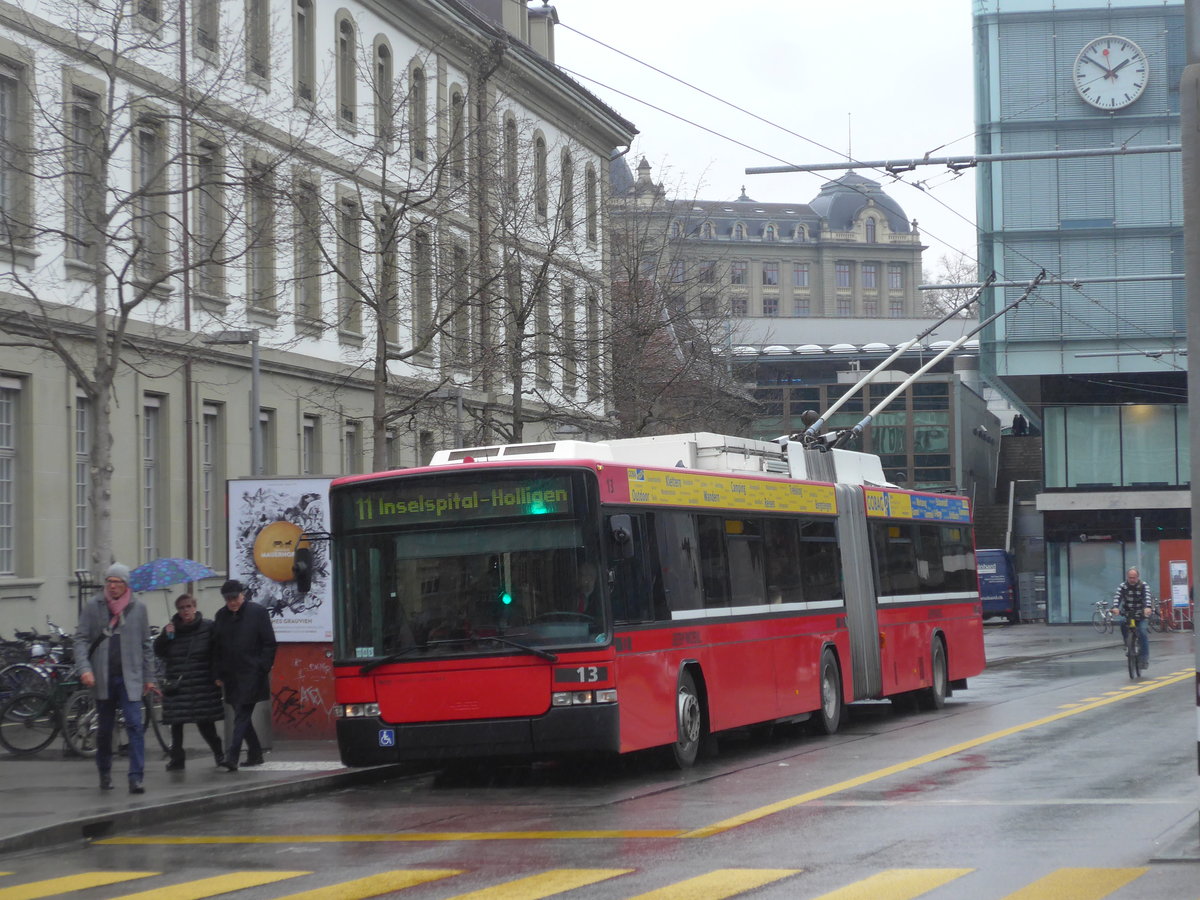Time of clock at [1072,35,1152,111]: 1:51
